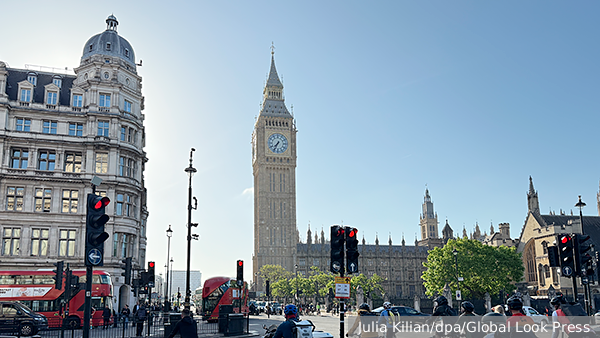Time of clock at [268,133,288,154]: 7:34
